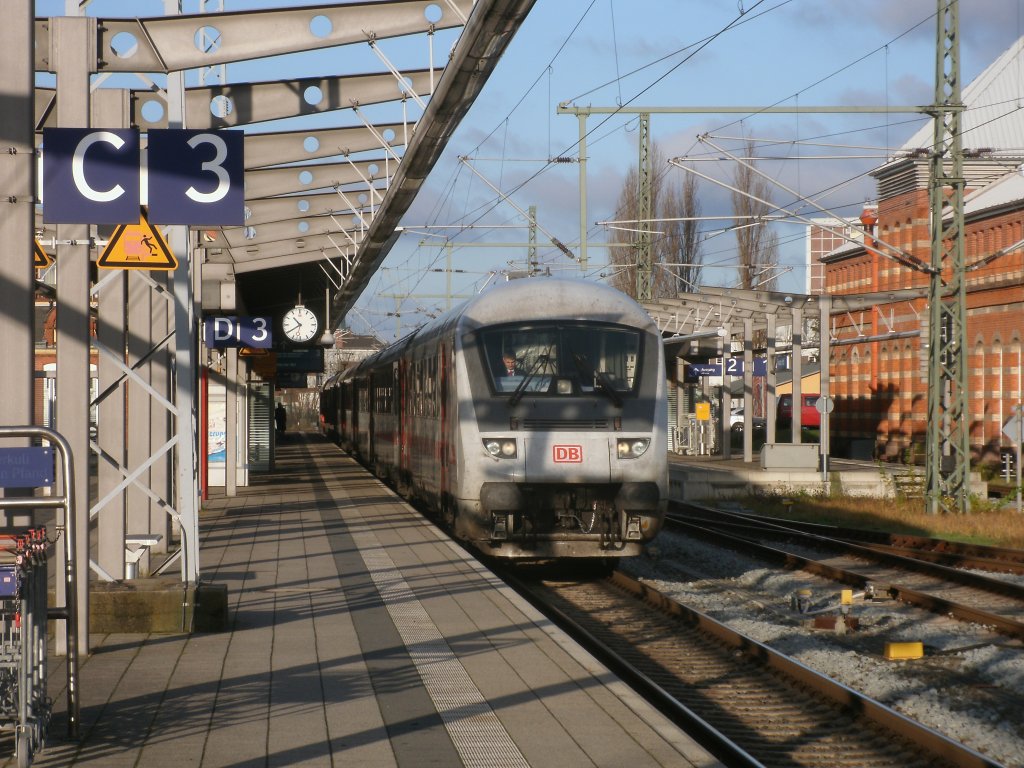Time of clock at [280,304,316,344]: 10:39
